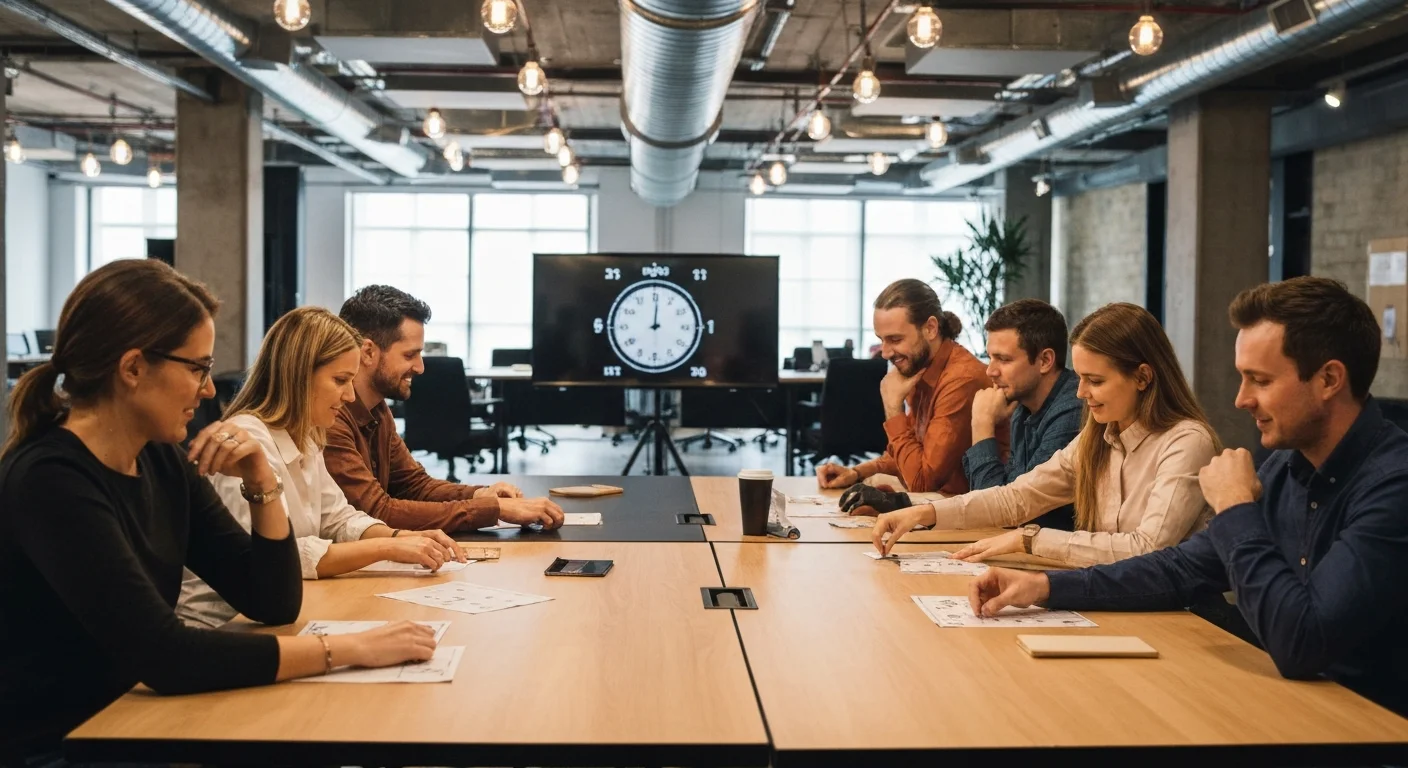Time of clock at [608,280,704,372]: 12:00
